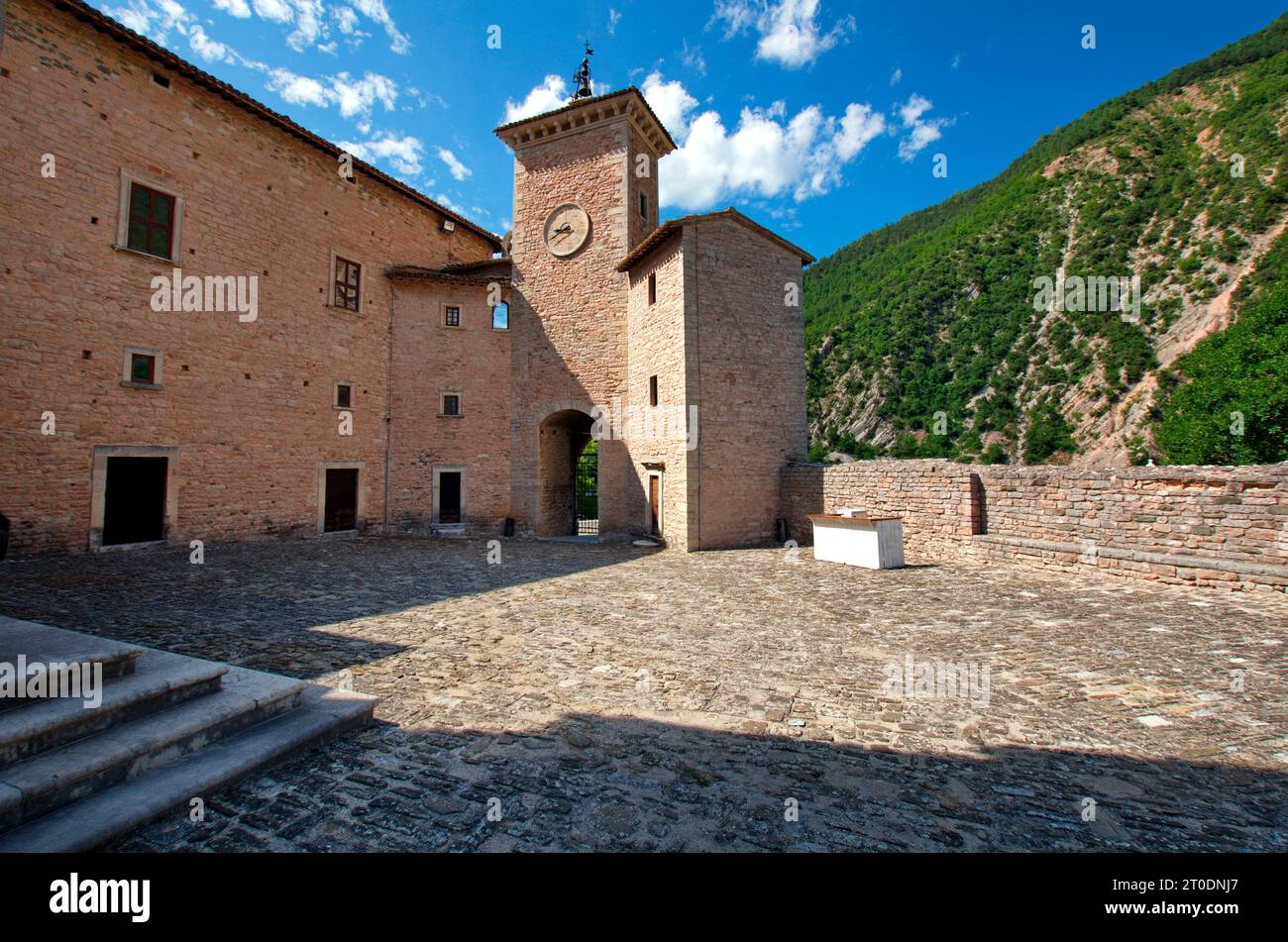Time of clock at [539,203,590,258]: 8:40
